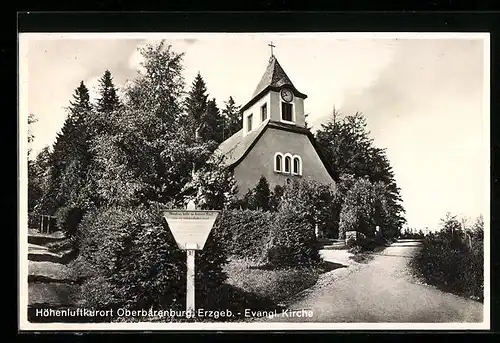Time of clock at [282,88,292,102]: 10:41
